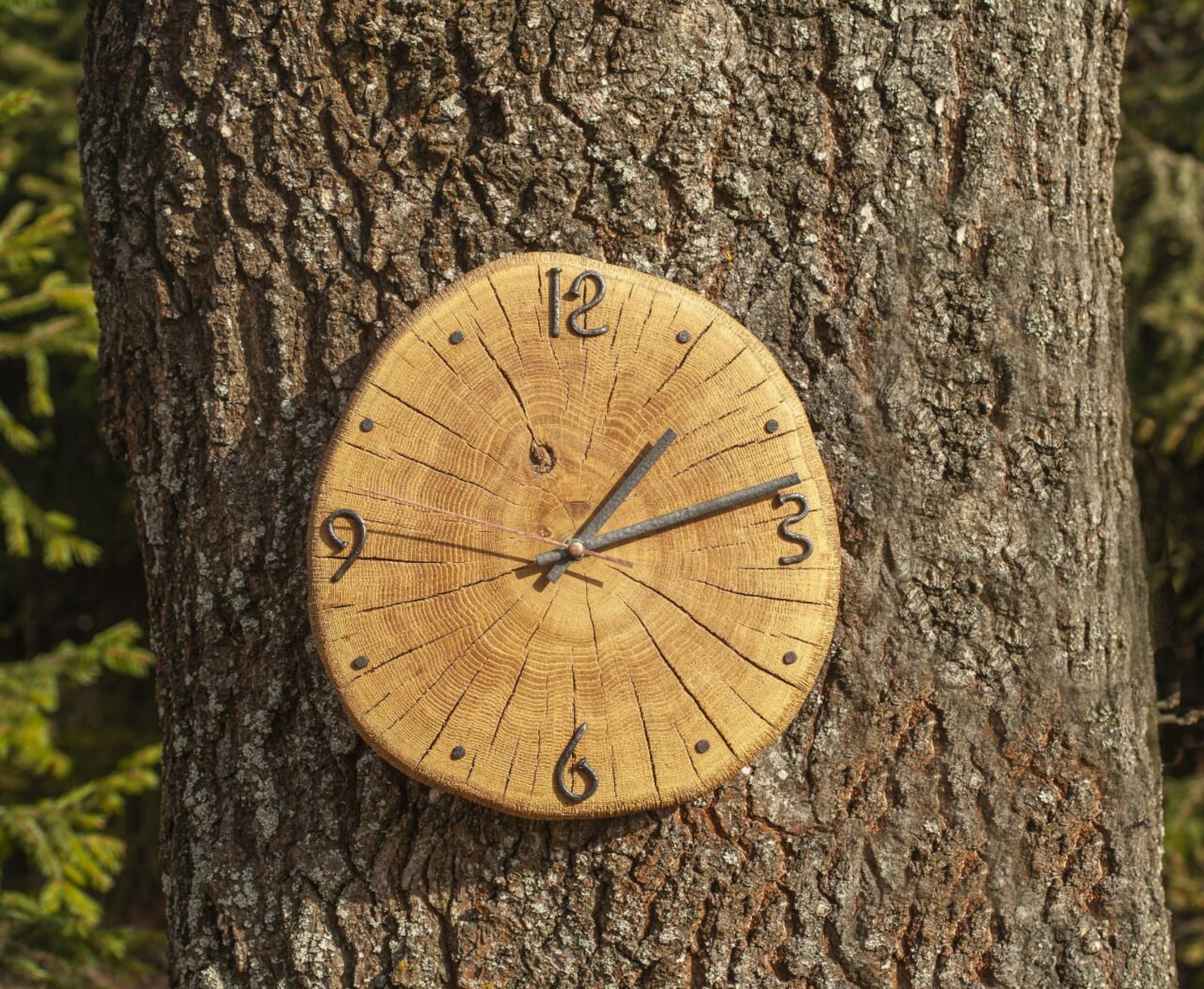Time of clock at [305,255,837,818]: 1:12
